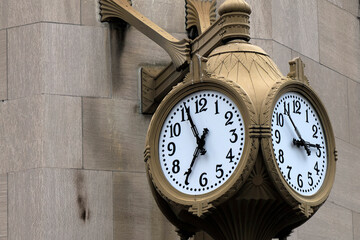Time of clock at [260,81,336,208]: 2:53
